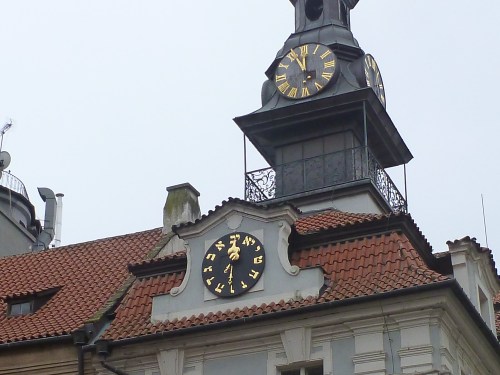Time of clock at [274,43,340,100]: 11:55
